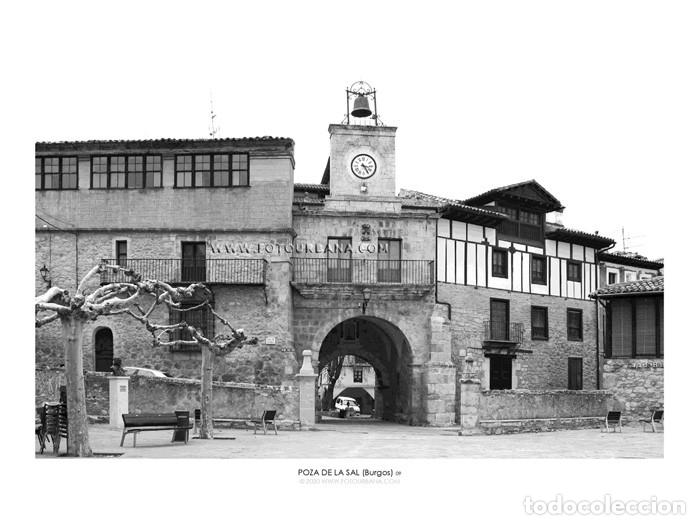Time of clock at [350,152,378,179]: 3:24
